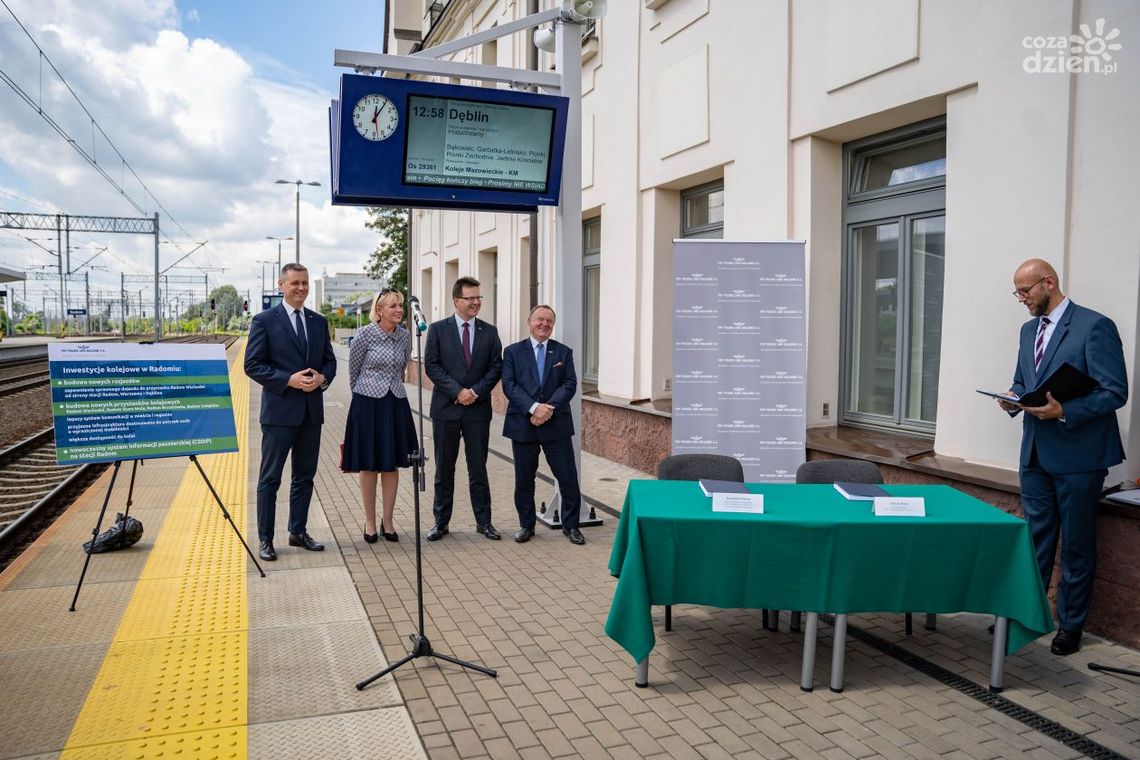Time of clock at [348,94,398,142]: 12:05
